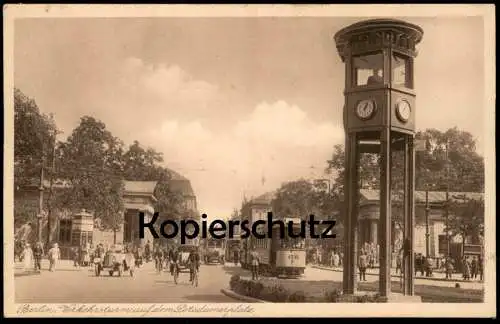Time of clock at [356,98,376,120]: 12:28
